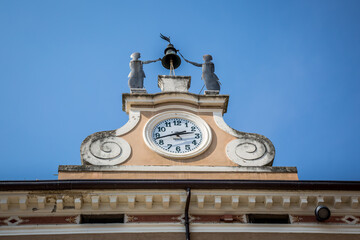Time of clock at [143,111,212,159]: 2:42
